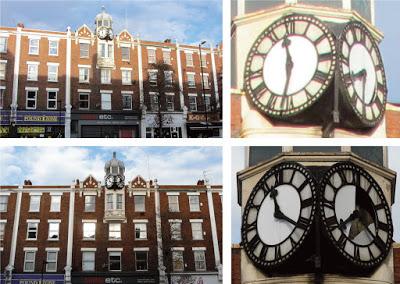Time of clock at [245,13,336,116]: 11:32
